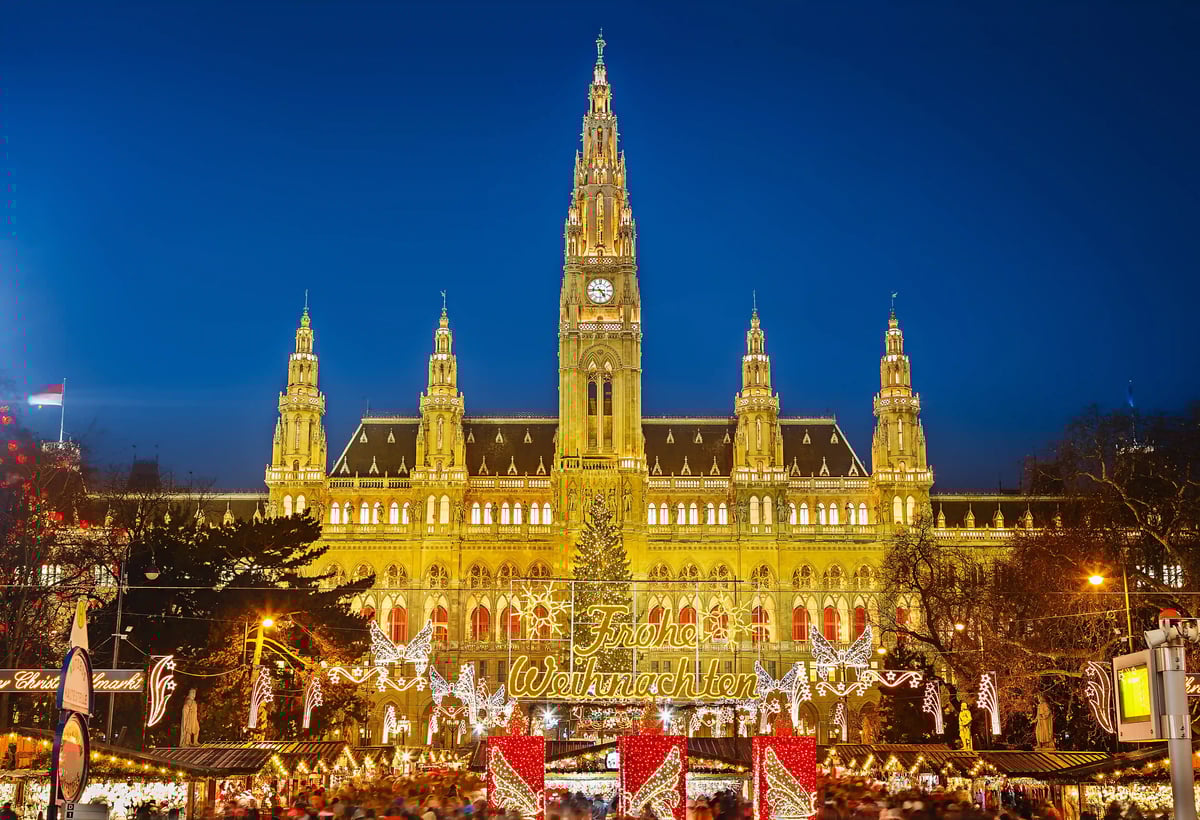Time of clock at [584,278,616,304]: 4:45
